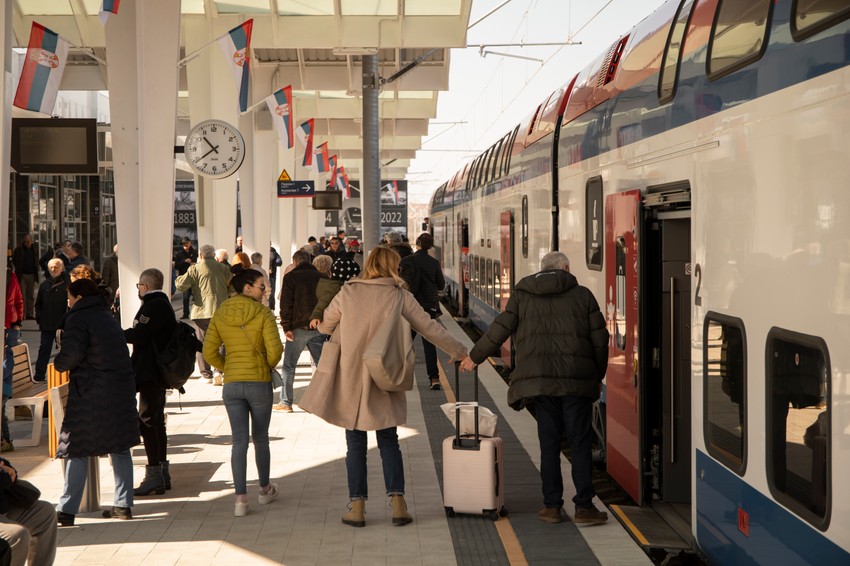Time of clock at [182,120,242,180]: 10:39
